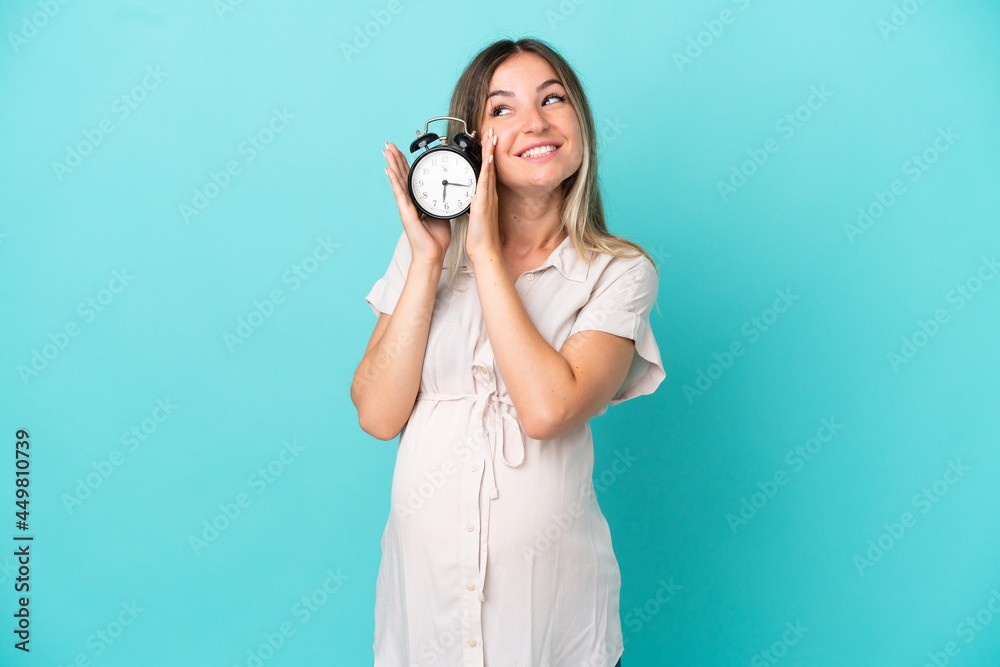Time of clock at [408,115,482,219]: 6:16
